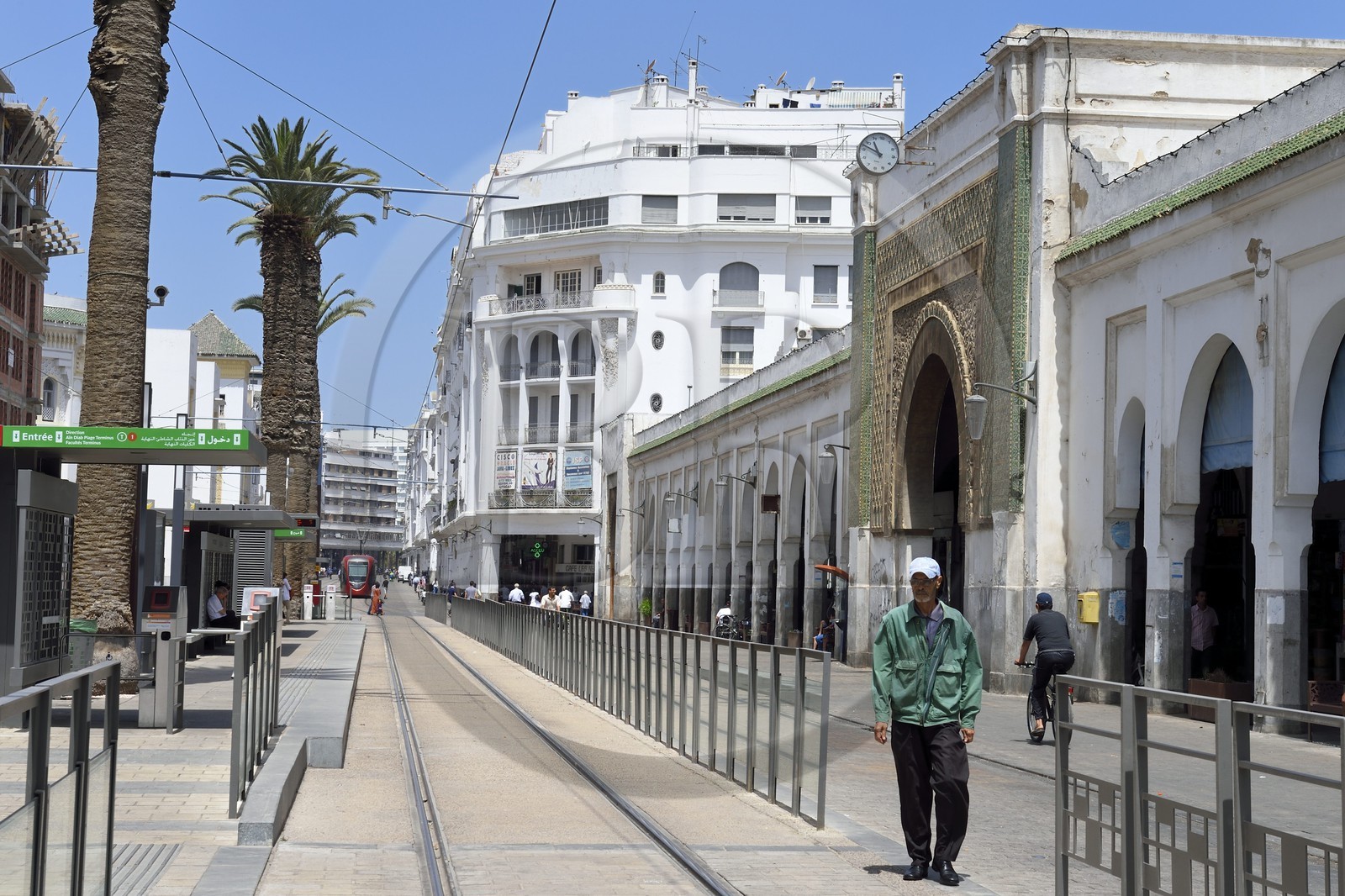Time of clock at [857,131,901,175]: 10:47
